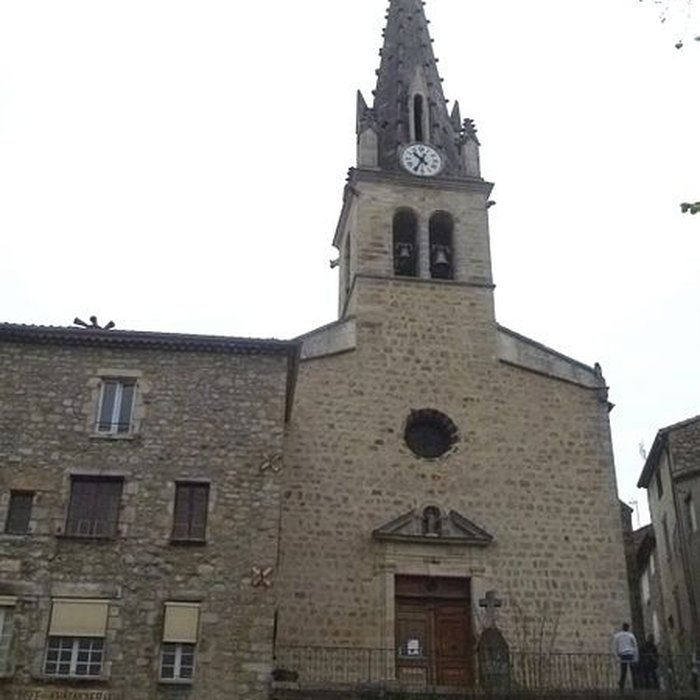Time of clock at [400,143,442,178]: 10:34
